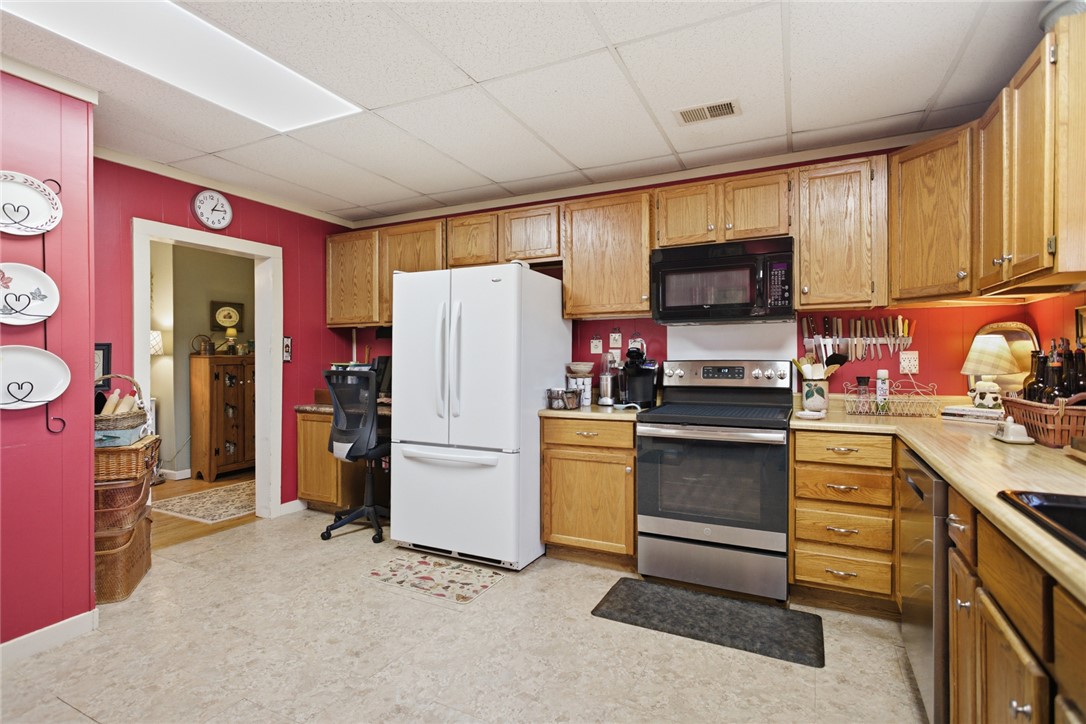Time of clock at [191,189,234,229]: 1:14
